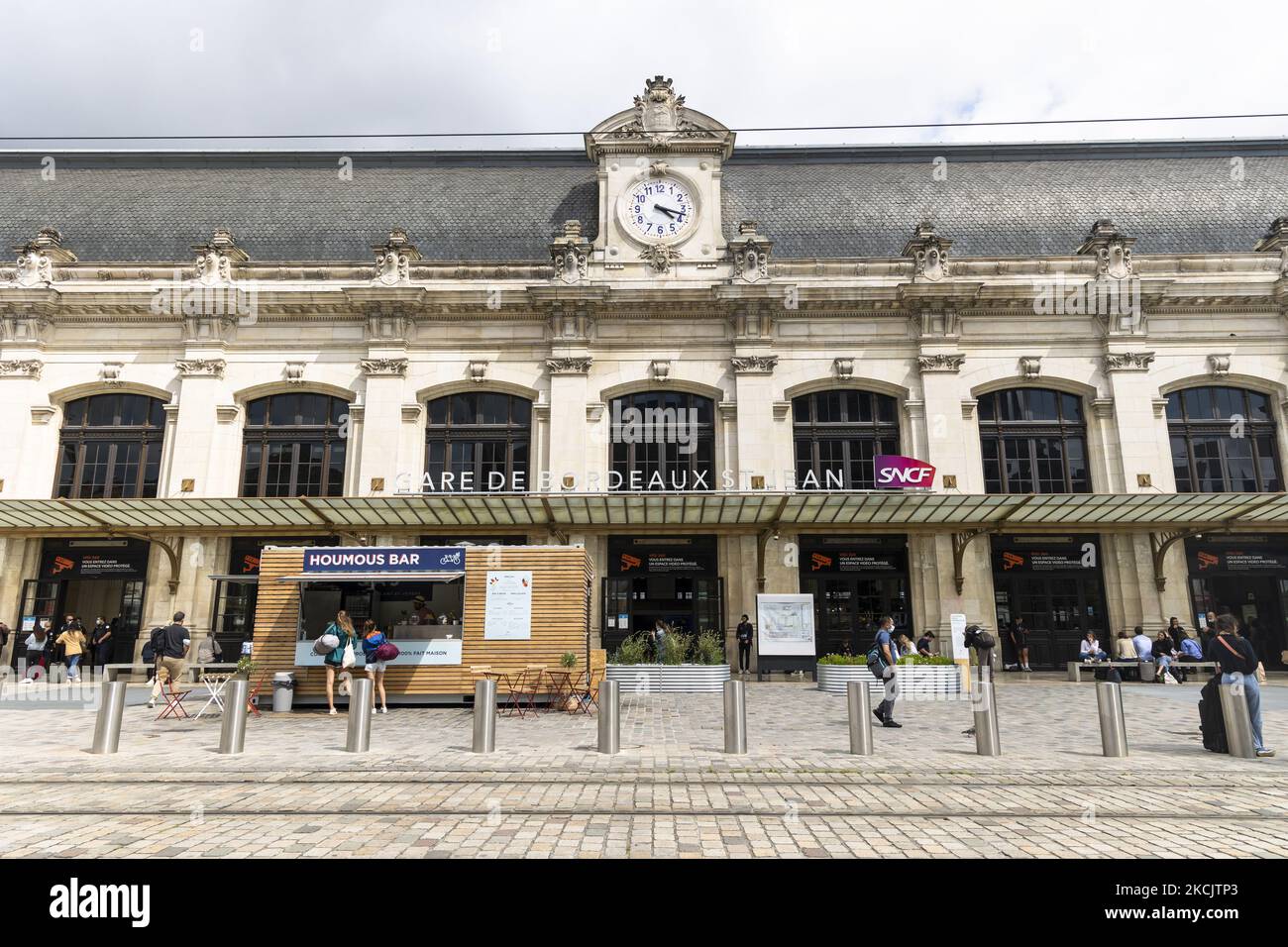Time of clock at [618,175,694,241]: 4:17
